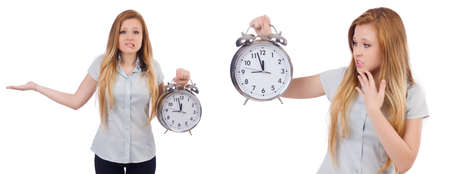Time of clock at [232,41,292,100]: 11:57
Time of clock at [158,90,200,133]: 11:57
